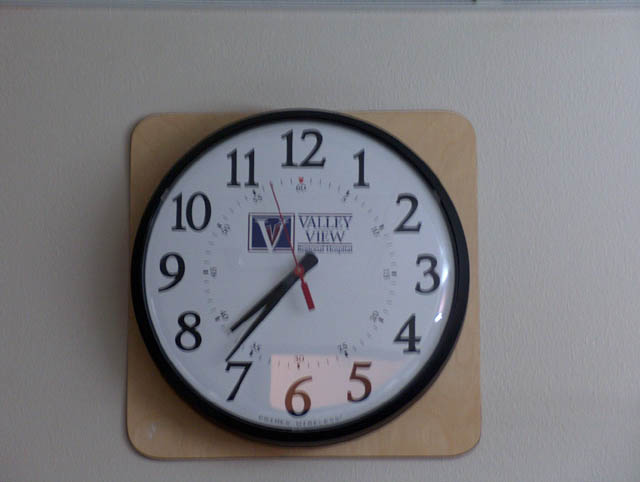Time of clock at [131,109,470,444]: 7:36
